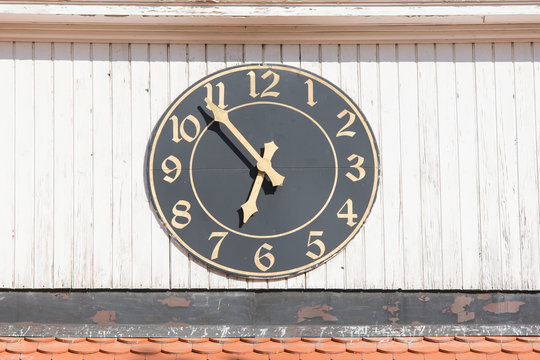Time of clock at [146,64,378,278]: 6:53
